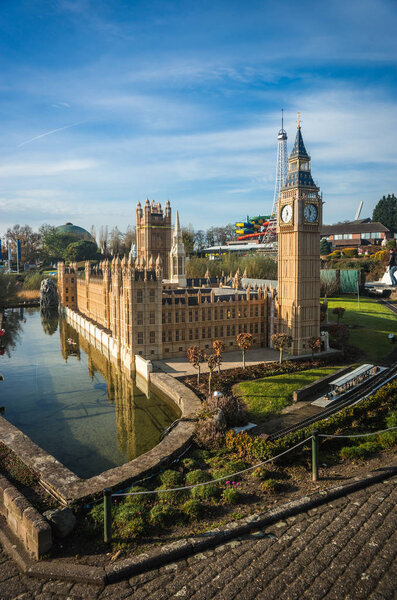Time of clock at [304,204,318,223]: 11:32
